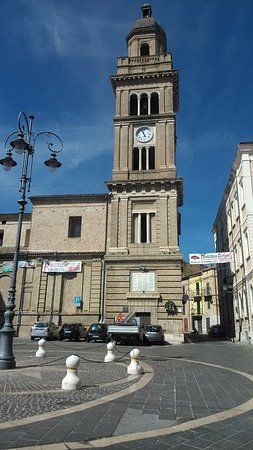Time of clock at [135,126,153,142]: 4:57
